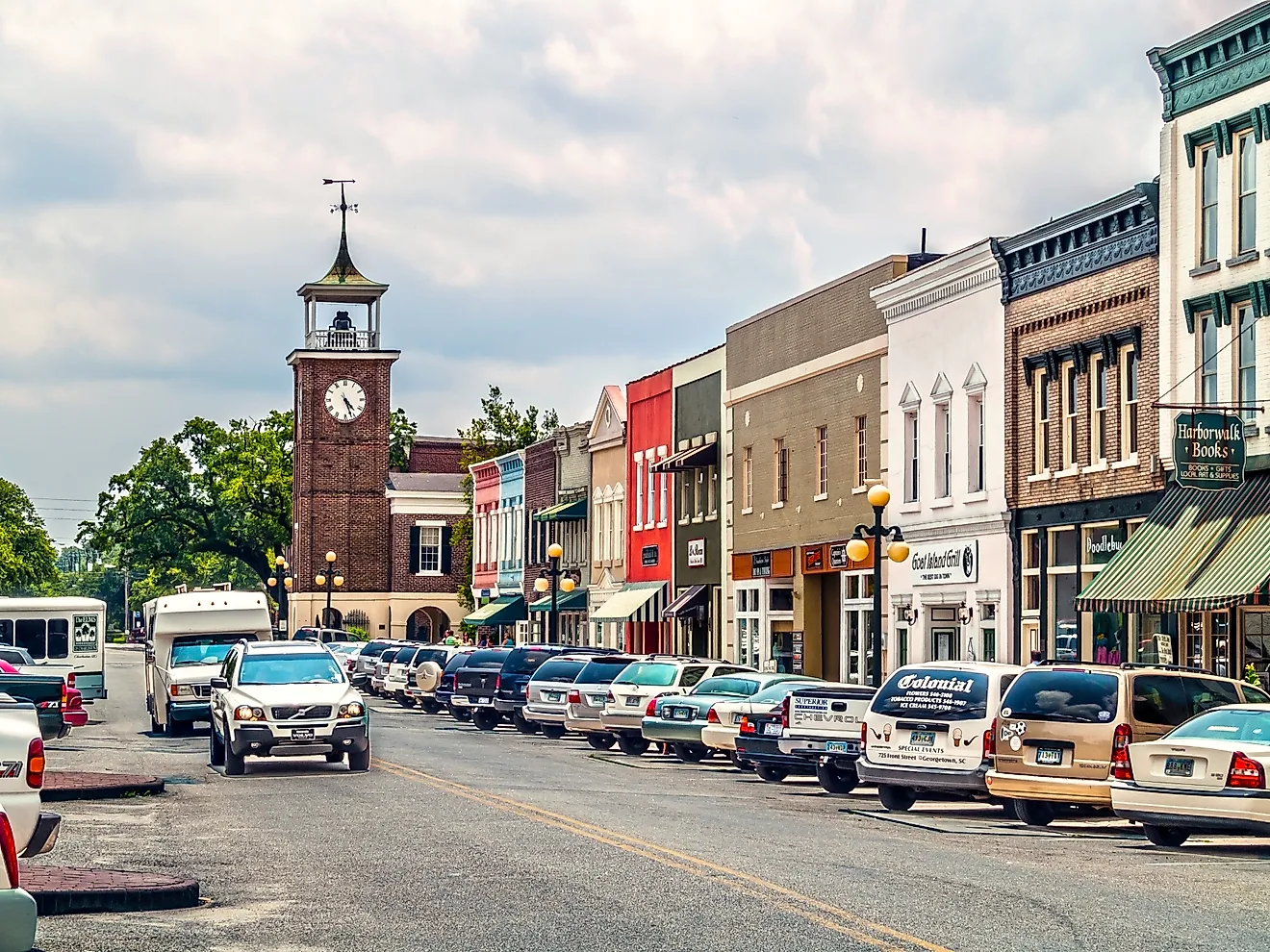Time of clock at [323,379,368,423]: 4:26
